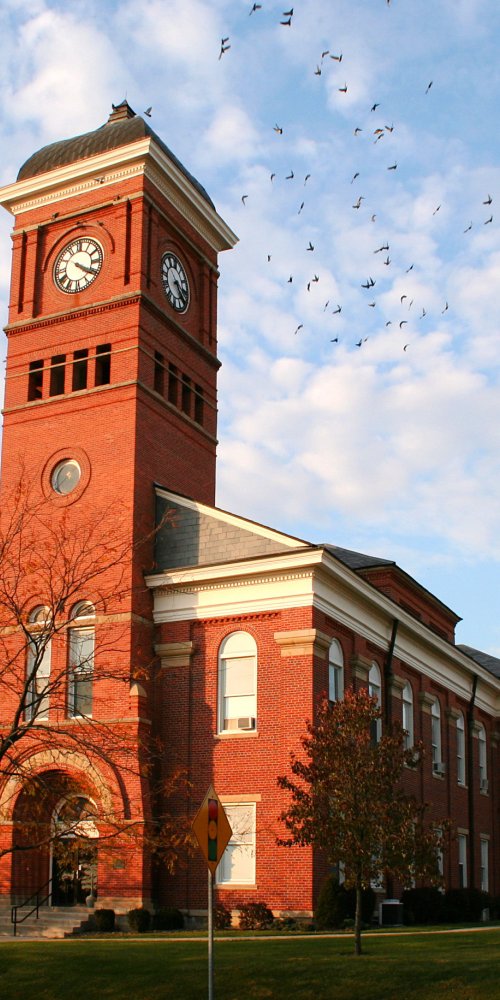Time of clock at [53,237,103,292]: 4:19
